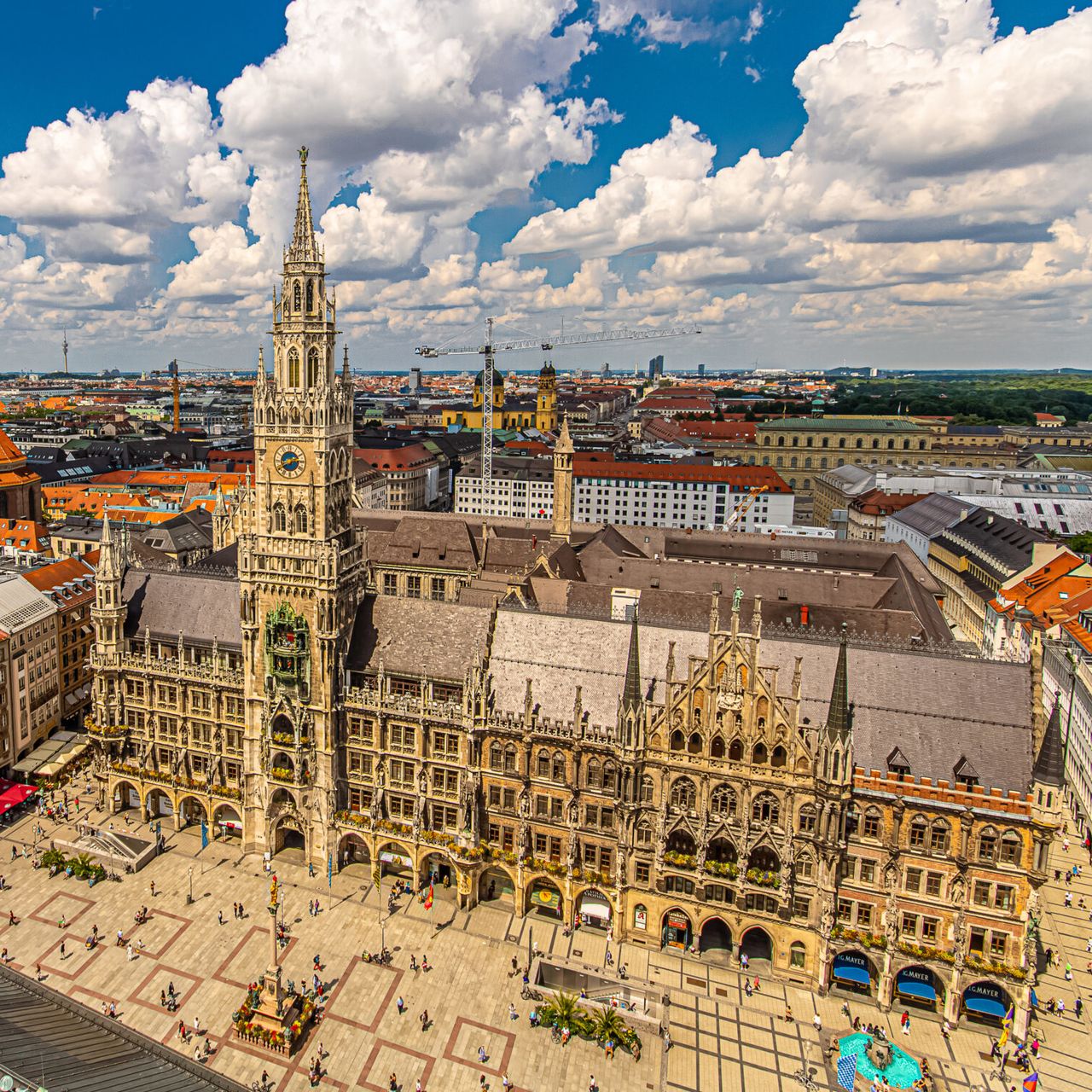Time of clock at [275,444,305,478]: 2:40
